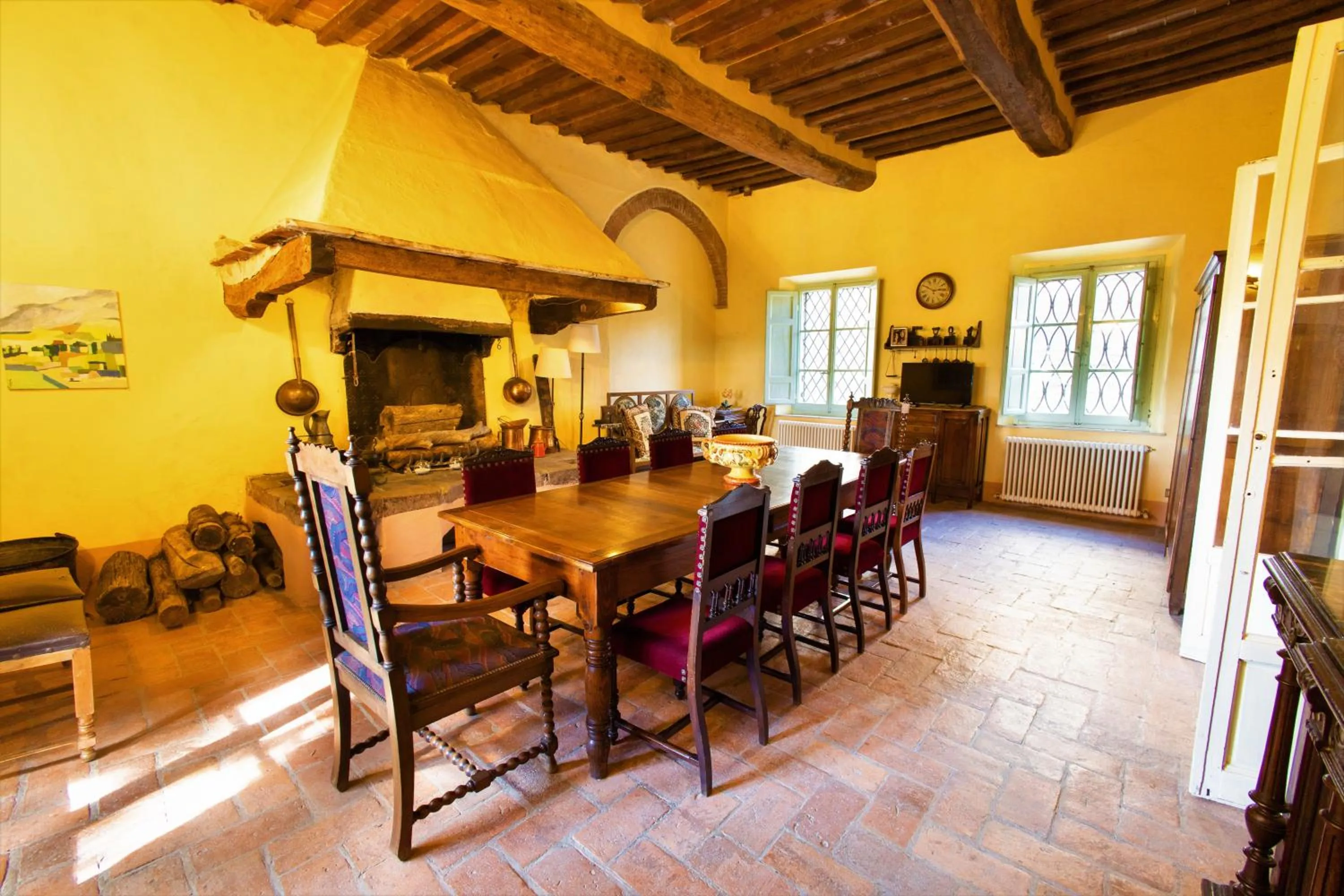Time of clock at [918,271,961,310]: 2:49
